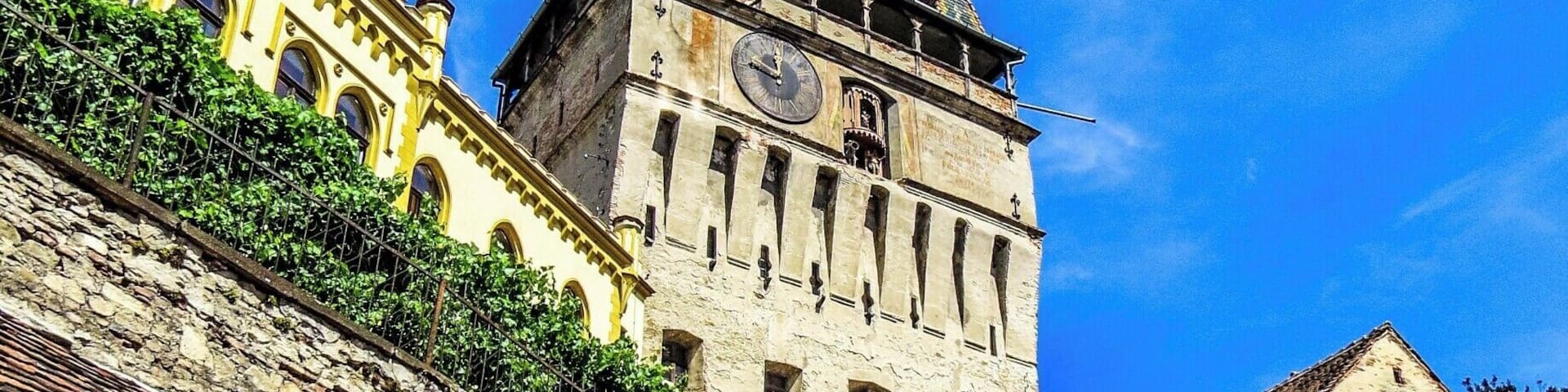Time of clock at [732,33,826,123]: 11:46
